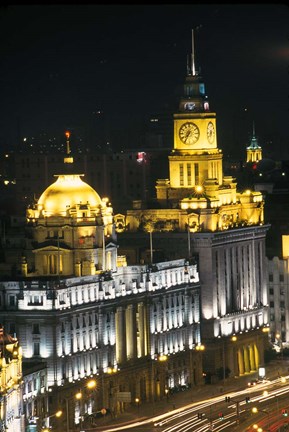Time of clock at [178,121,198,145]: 7:34
